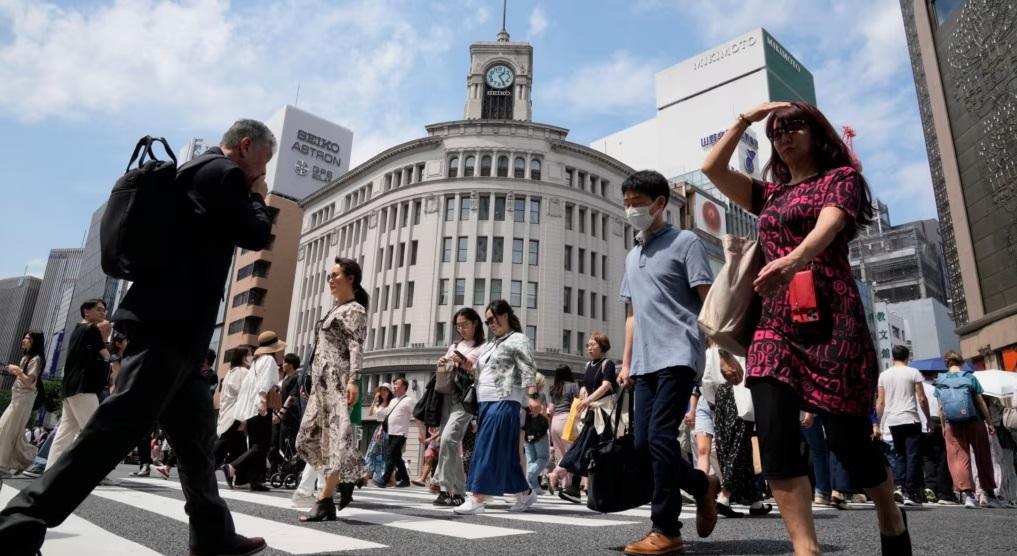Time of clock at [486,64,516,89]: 1:24
